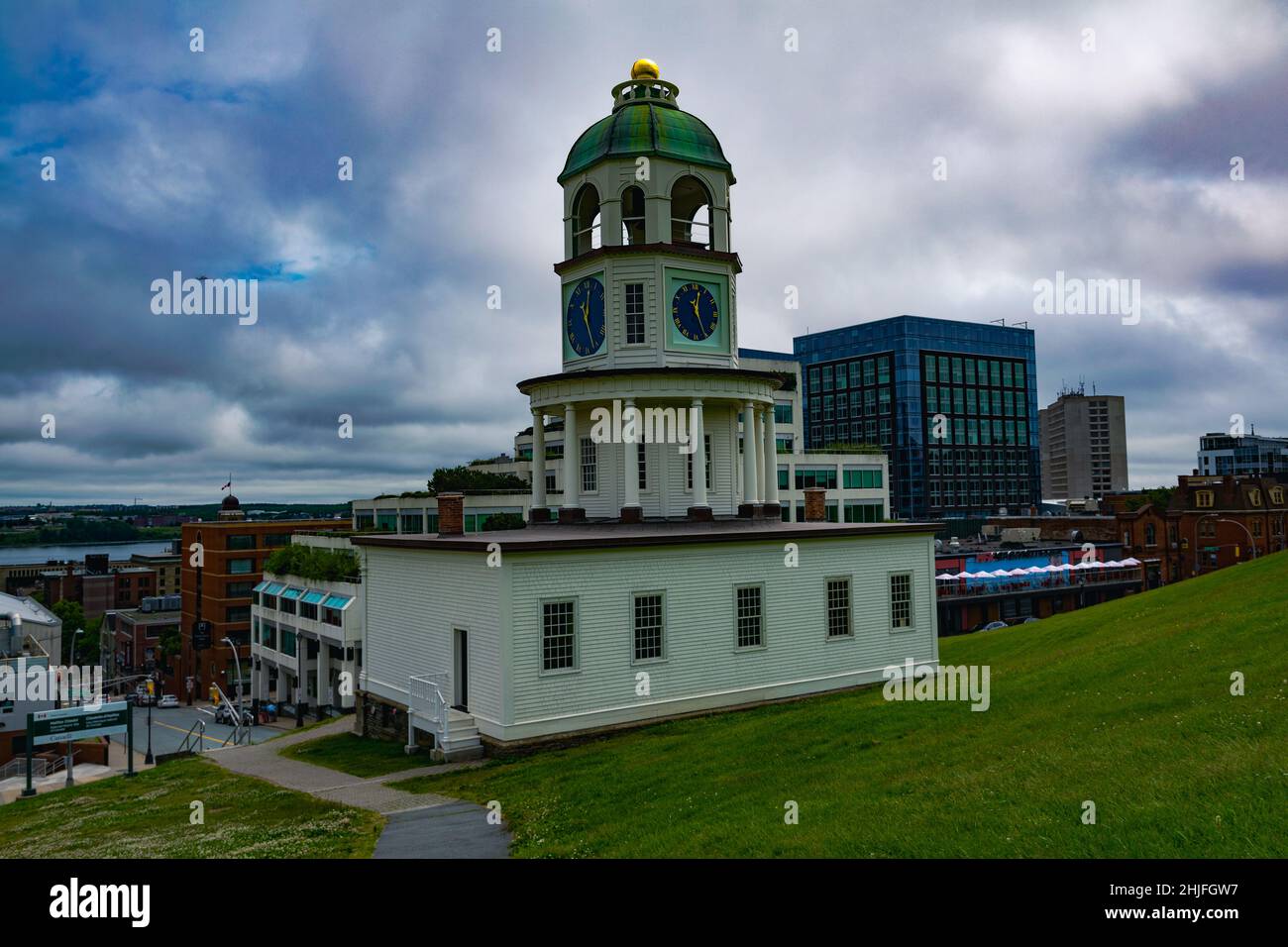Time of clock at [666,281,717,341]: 12:26
